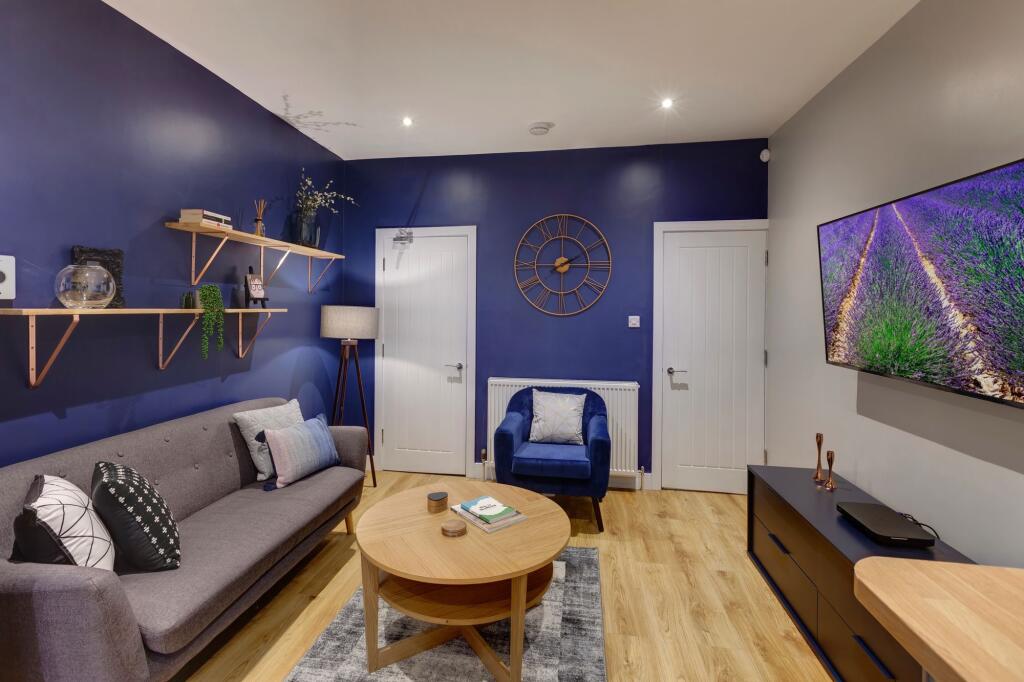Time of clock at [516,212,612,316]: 2:15
